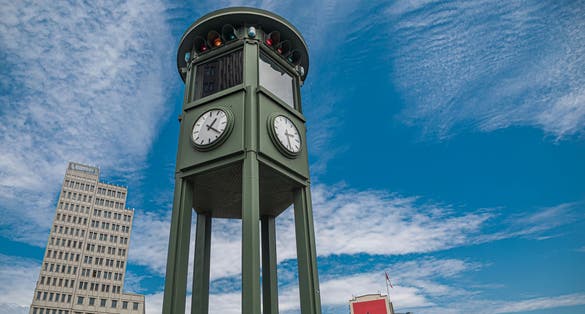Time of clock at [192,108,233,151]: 1:21
